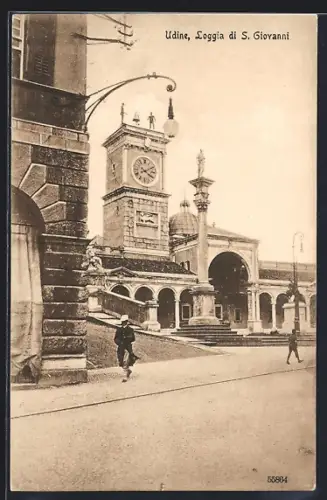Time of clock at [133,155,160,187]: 4:10
